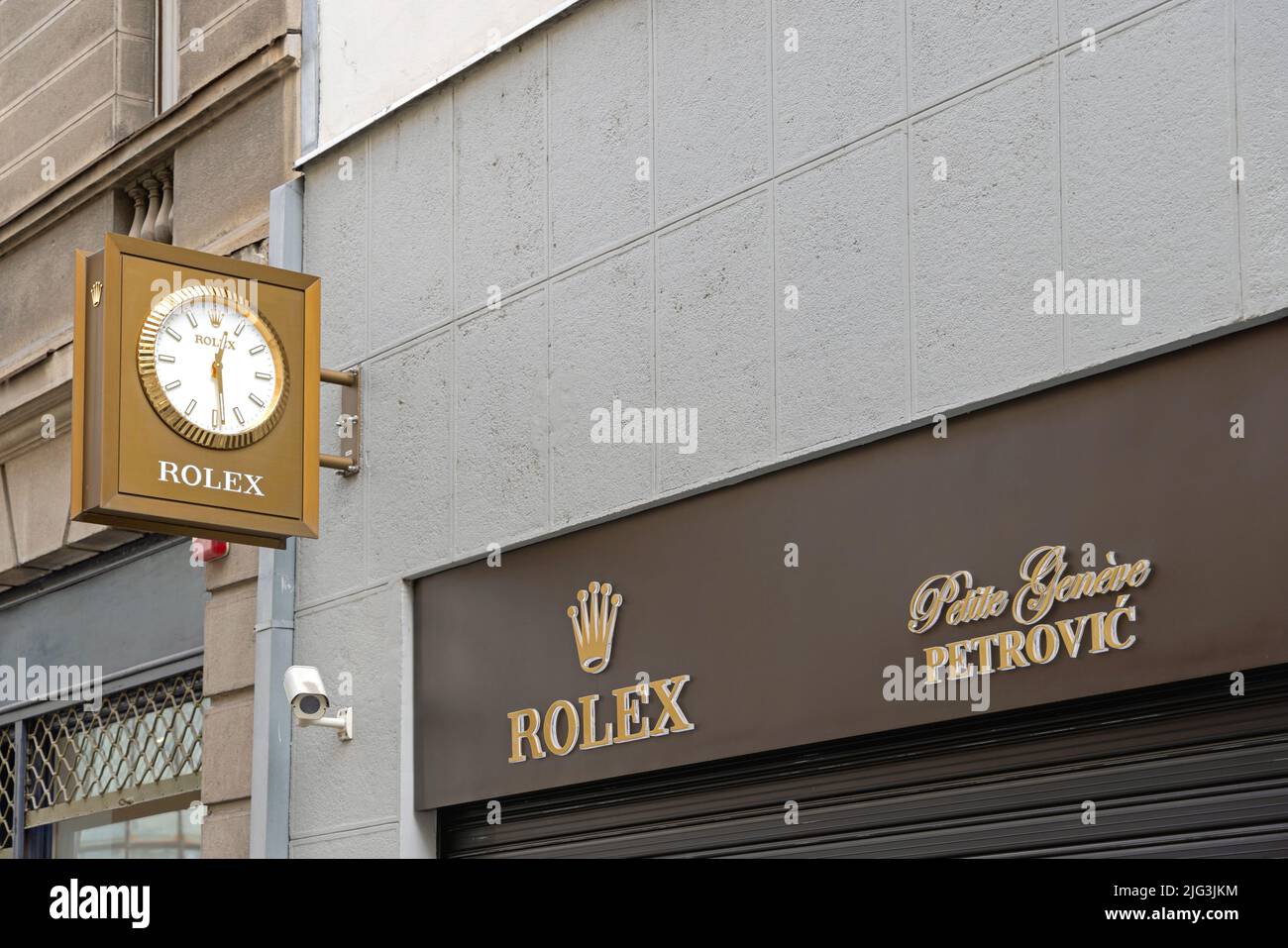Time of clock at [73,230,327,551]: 12:28
